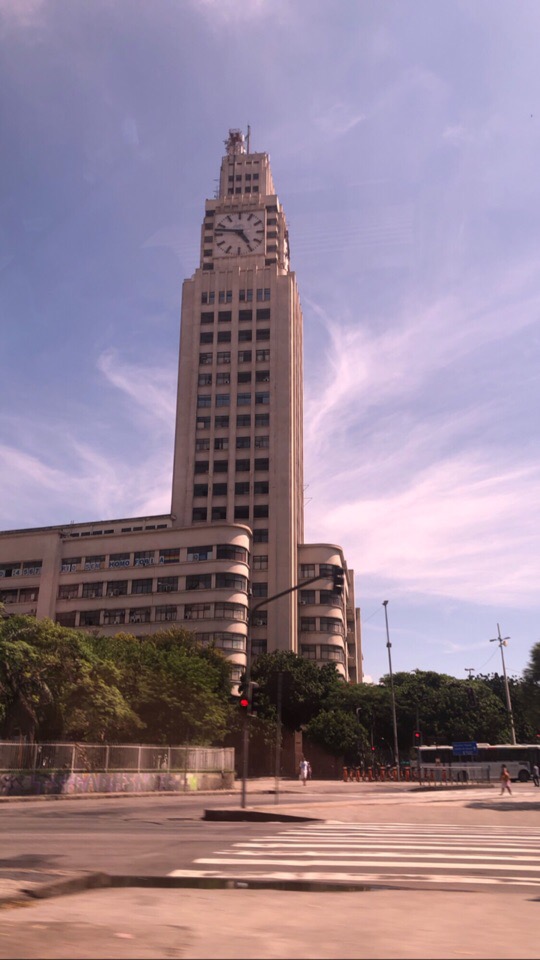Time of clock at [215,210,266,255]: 4:46
